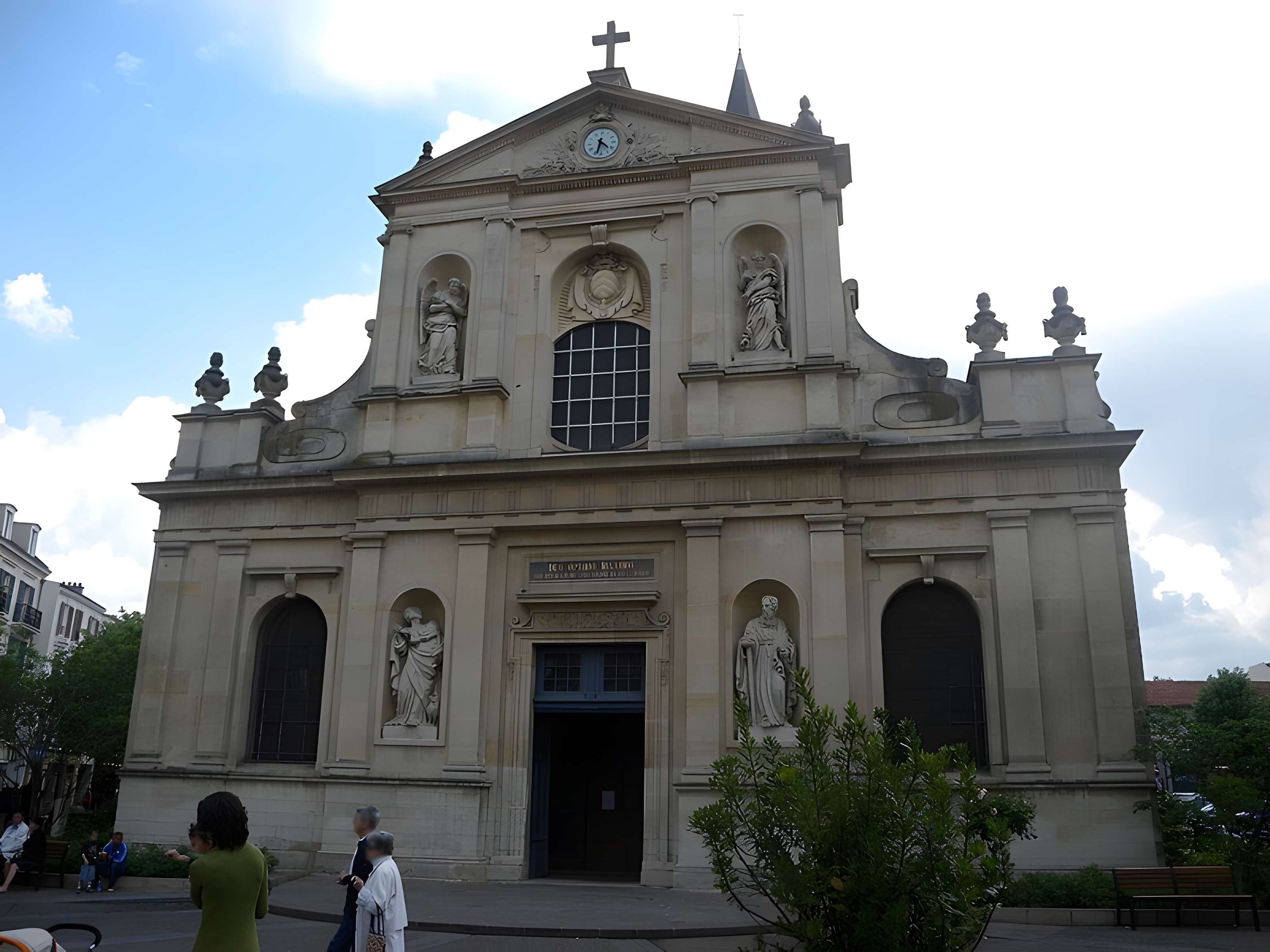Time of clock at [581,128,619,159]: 4:32
